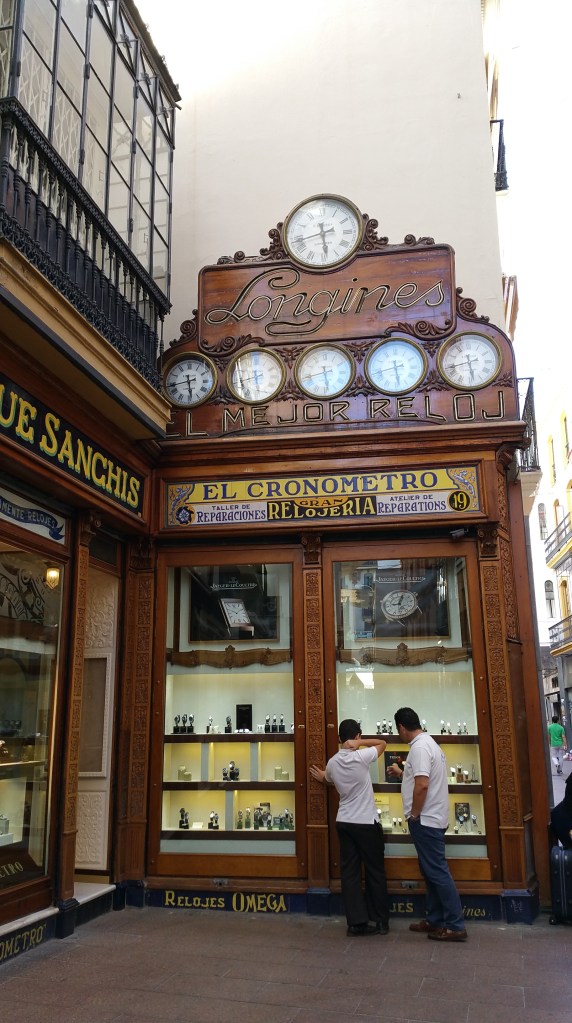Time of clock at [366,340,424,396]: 5:42
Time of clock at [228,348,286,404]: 5:42
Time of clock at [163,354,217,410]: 5:43
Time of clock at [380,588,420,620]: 9:01
